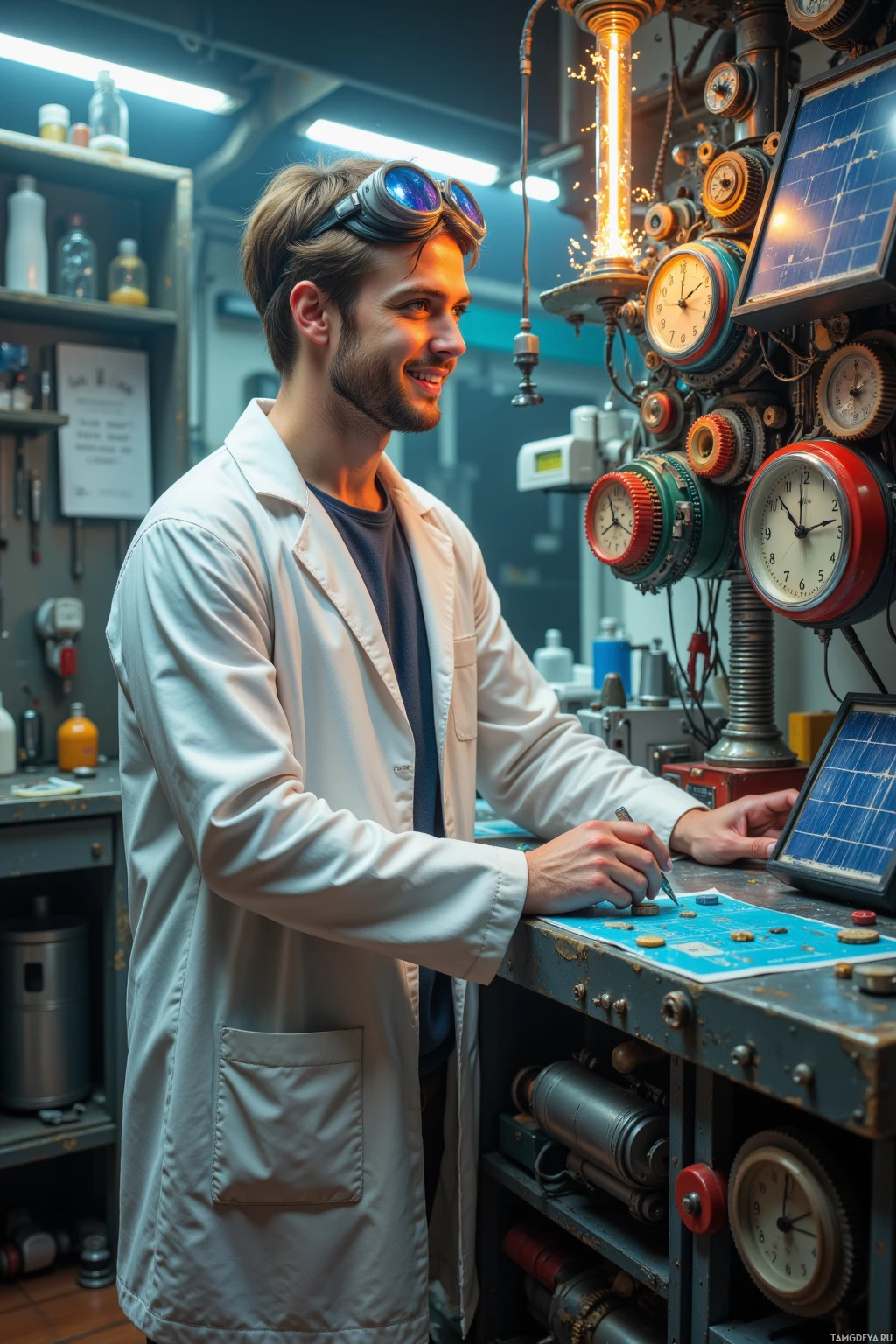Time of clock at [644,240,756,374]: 2:01
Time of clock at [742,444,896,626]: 10:12
